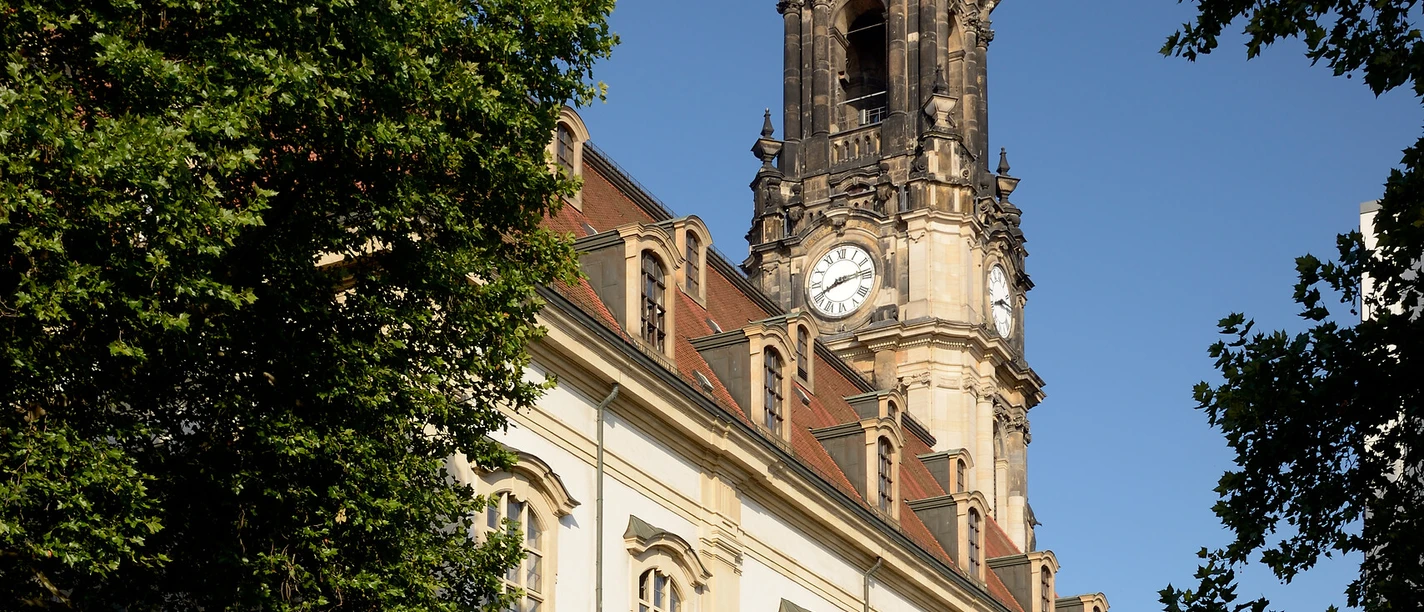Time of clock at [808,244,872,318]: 8:13
